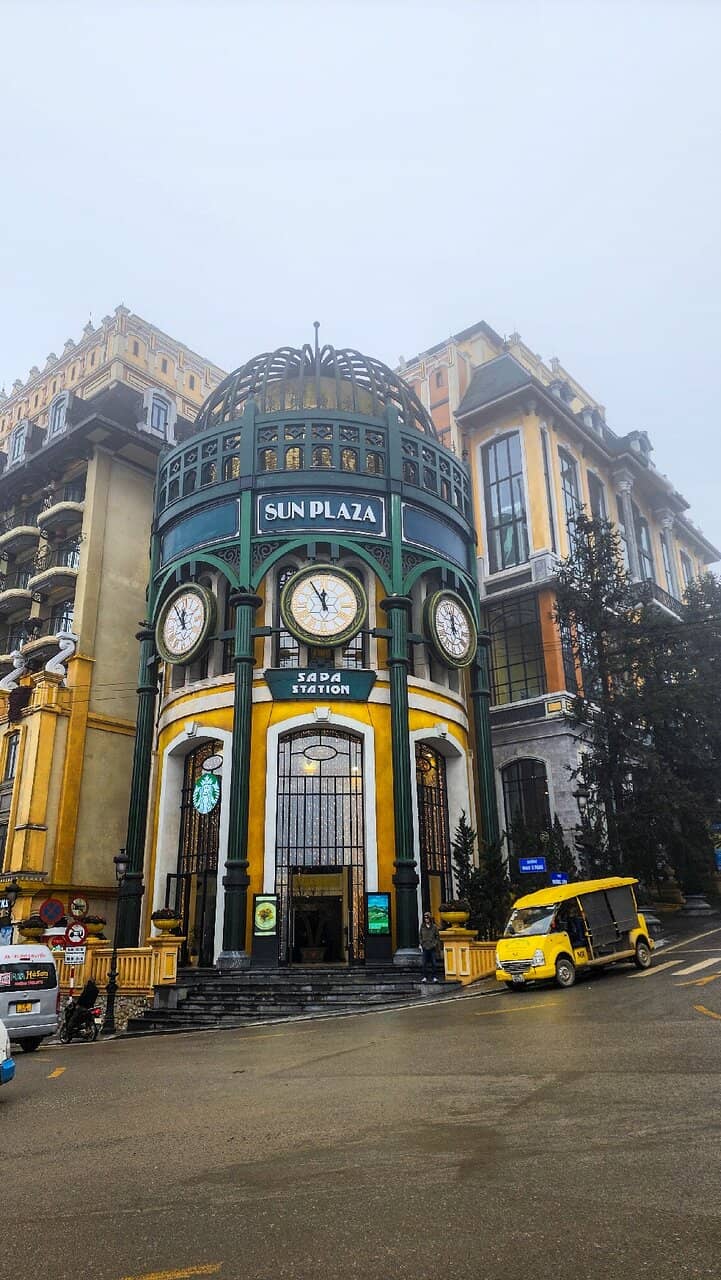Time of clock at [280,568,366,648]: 11:55
